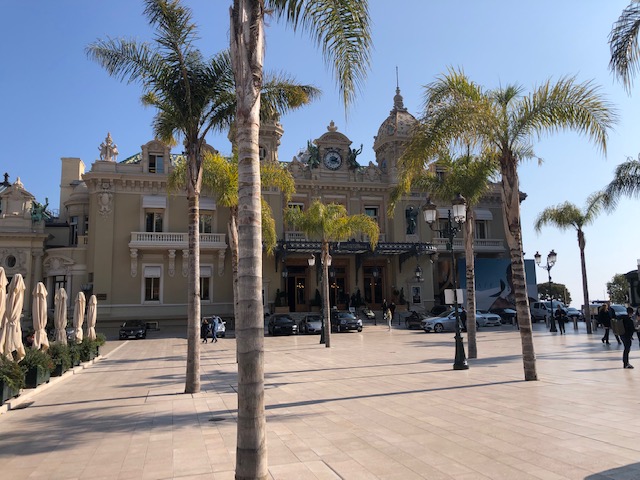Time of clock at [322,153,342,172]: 2:18
